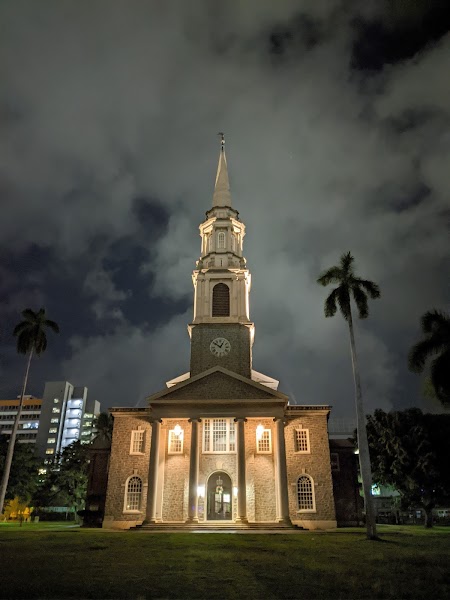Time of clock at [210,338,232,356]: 12:51
